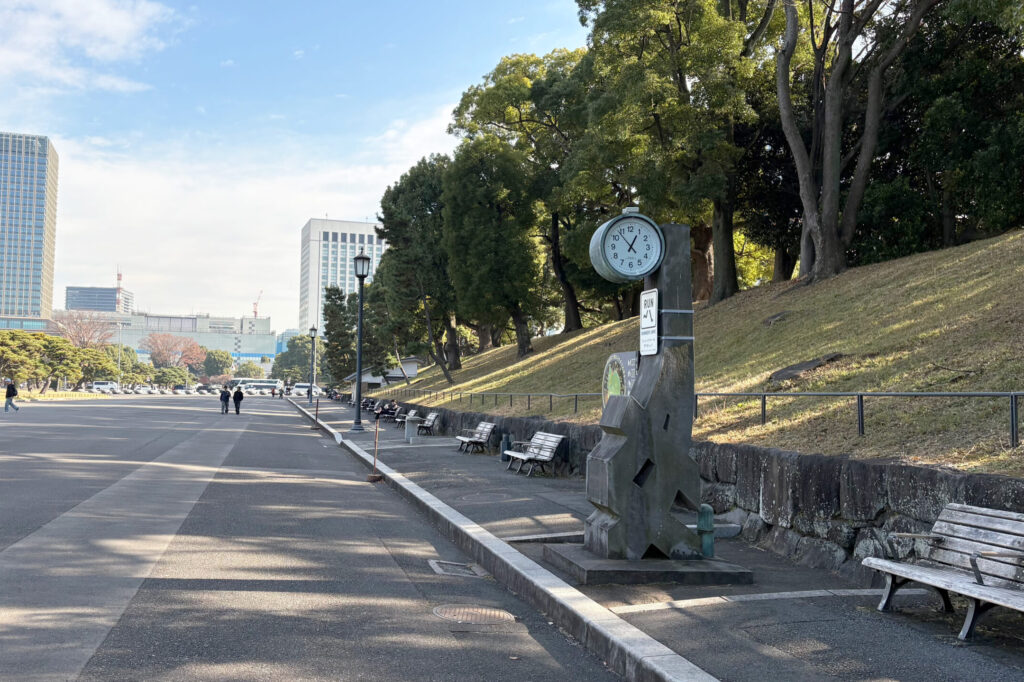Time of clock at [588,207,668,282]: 12:53
